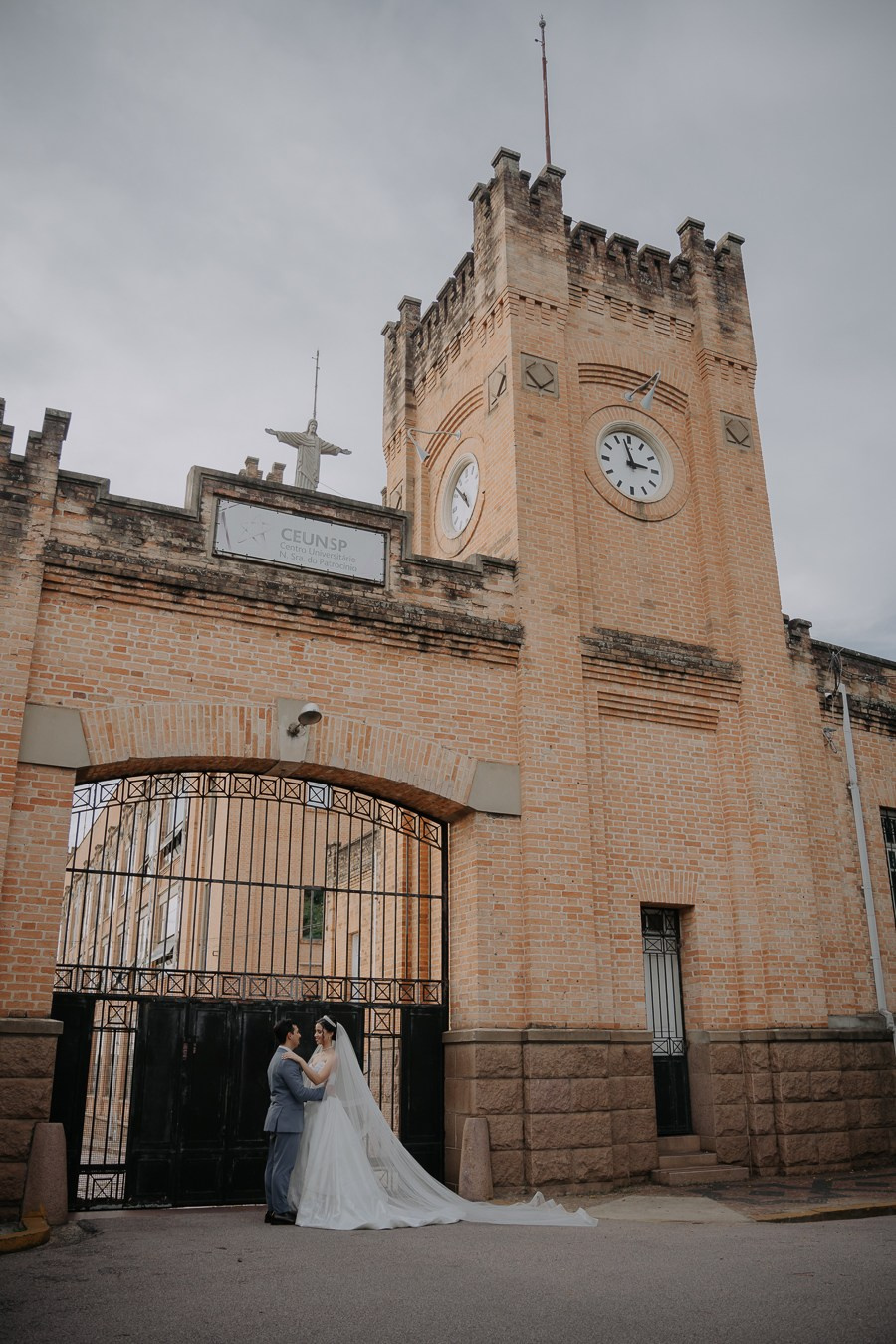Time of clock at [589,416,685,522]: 2:57
